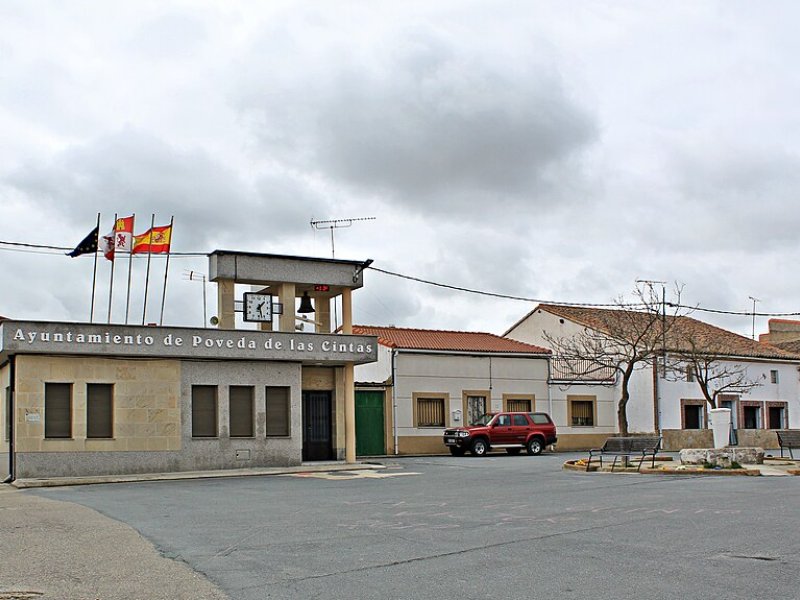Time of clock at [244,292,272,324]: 1:27
